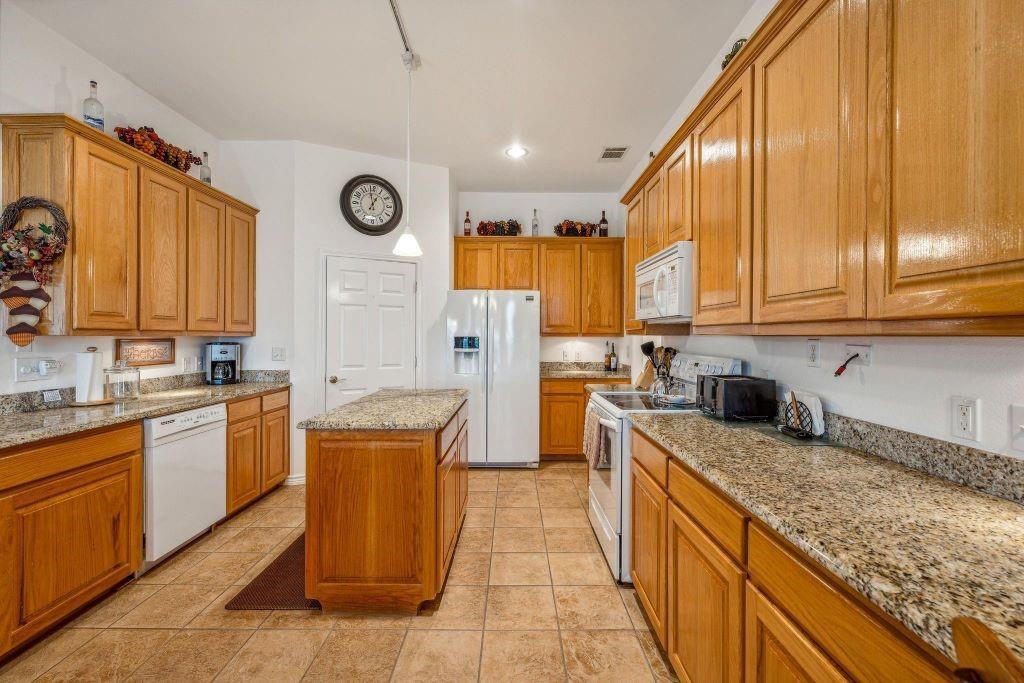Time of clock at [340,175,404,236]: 12:59
